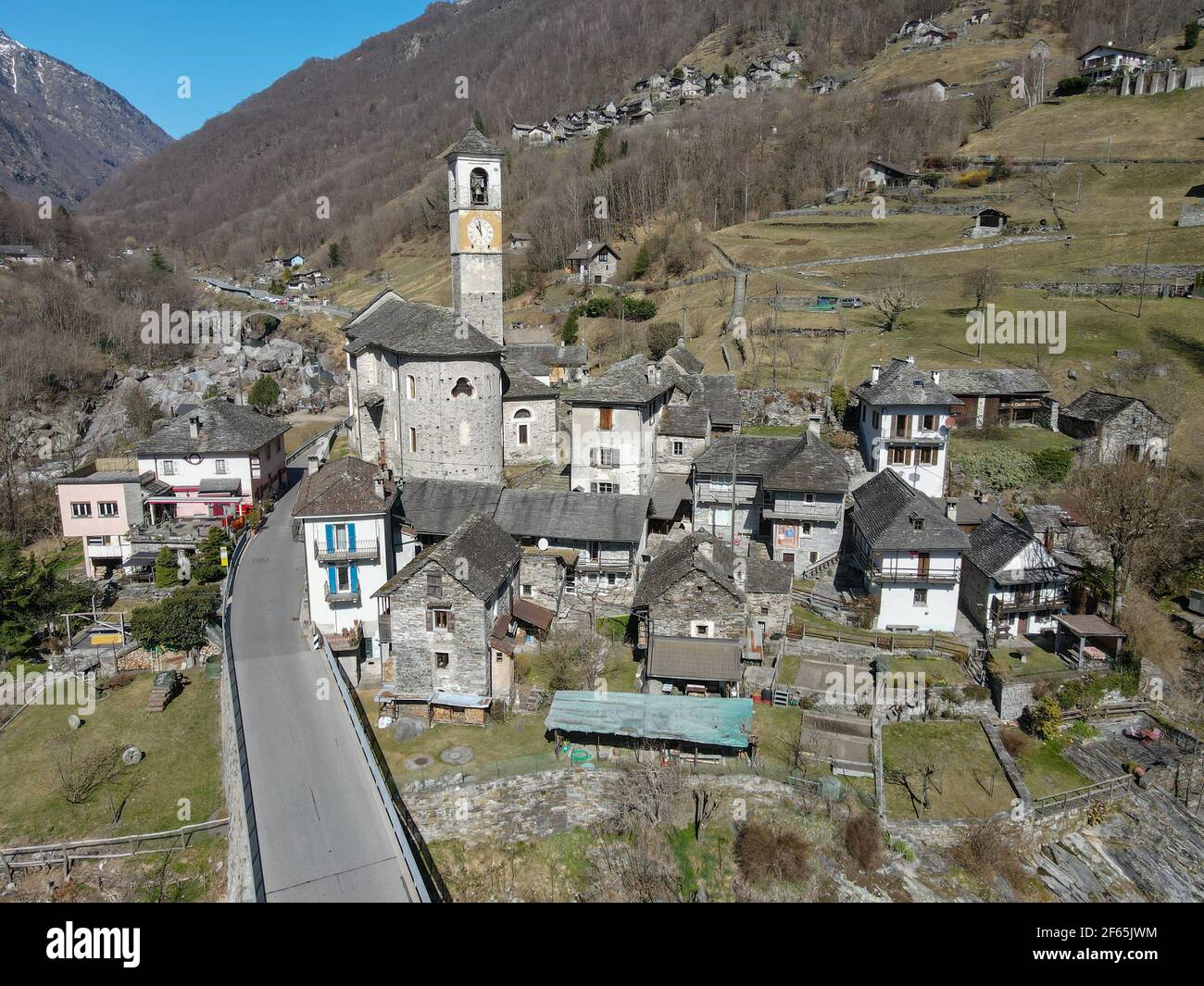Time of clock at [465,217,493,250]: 10:59
